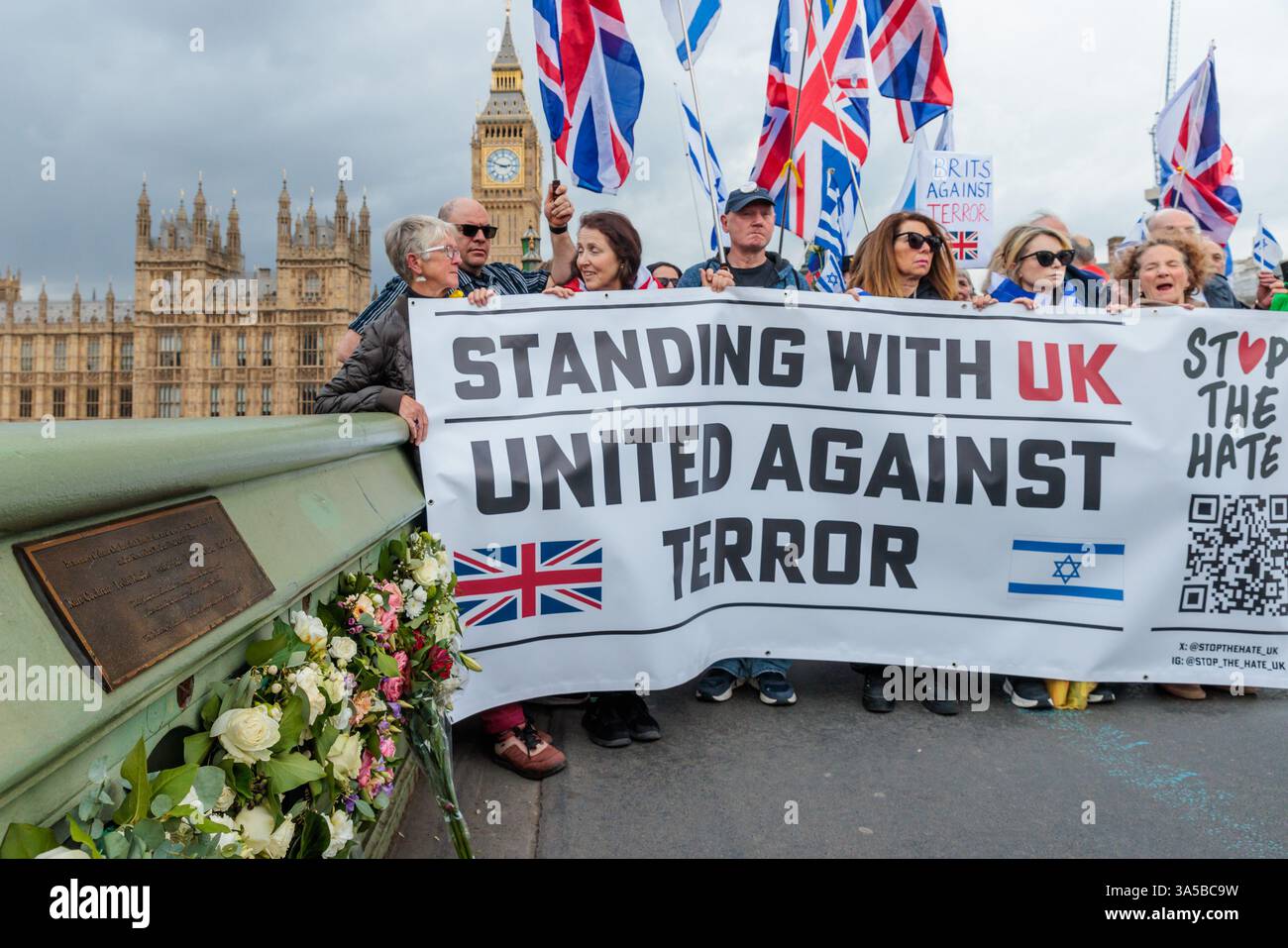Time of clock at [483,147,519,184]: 2:48
